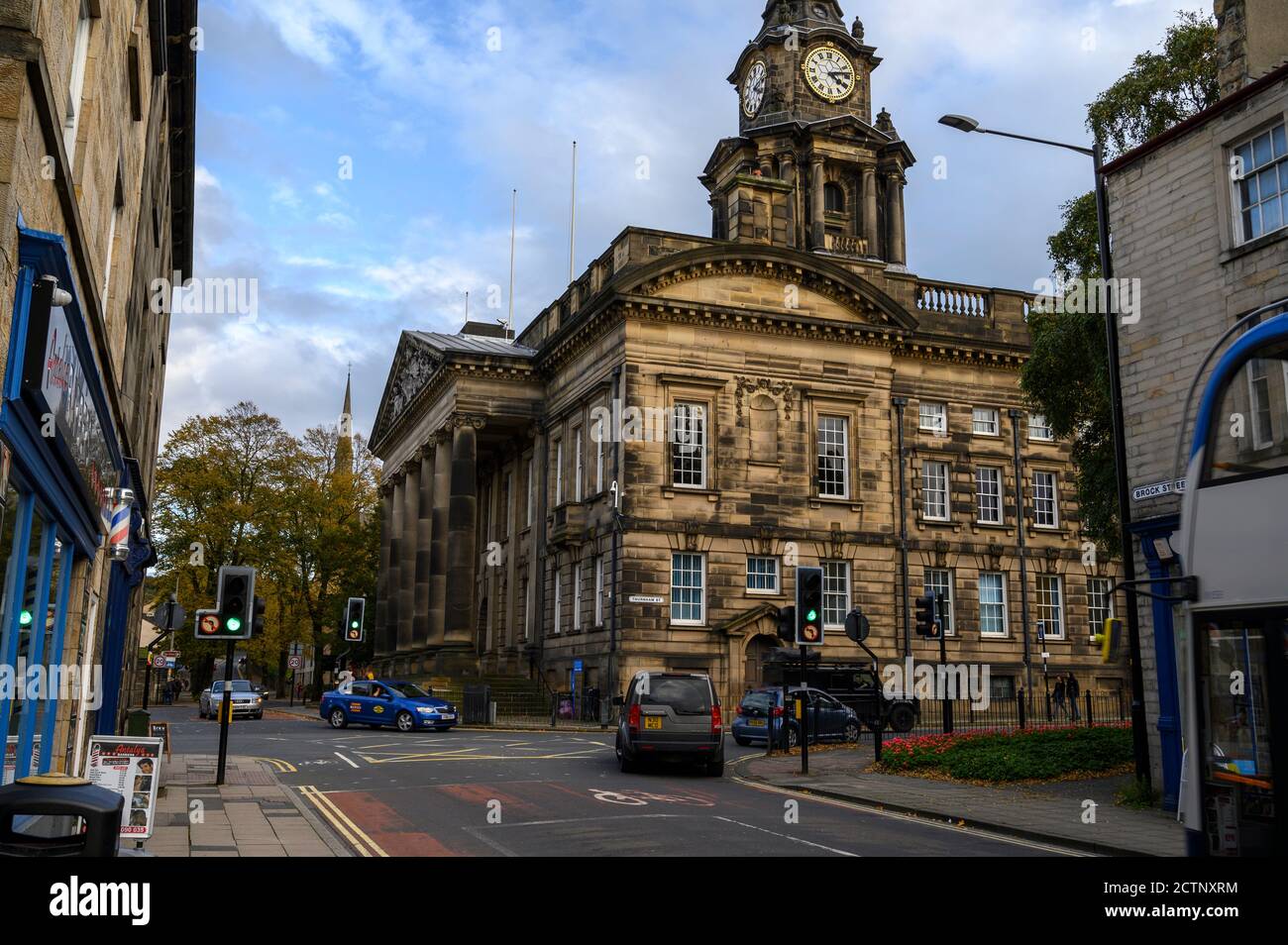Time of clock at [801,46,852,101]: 4:13
